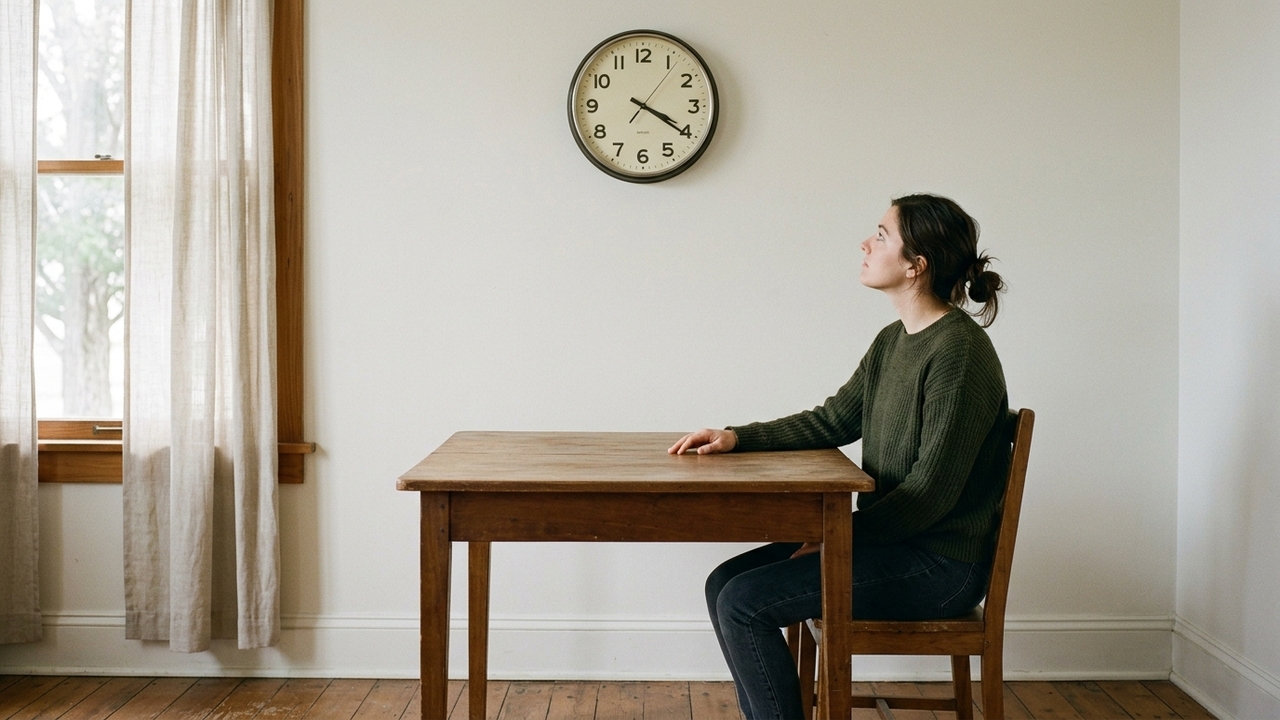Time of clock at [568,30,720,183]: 4:20
